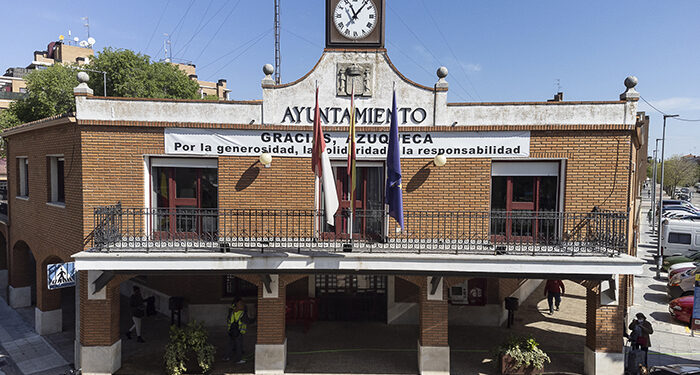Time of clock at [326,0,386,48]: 11:07
